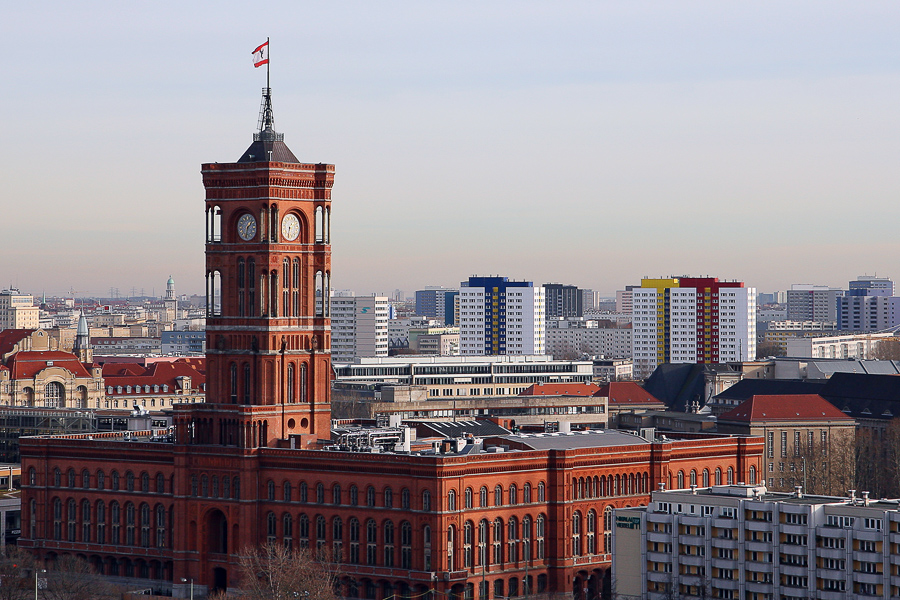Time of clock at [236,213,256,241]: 1:32
